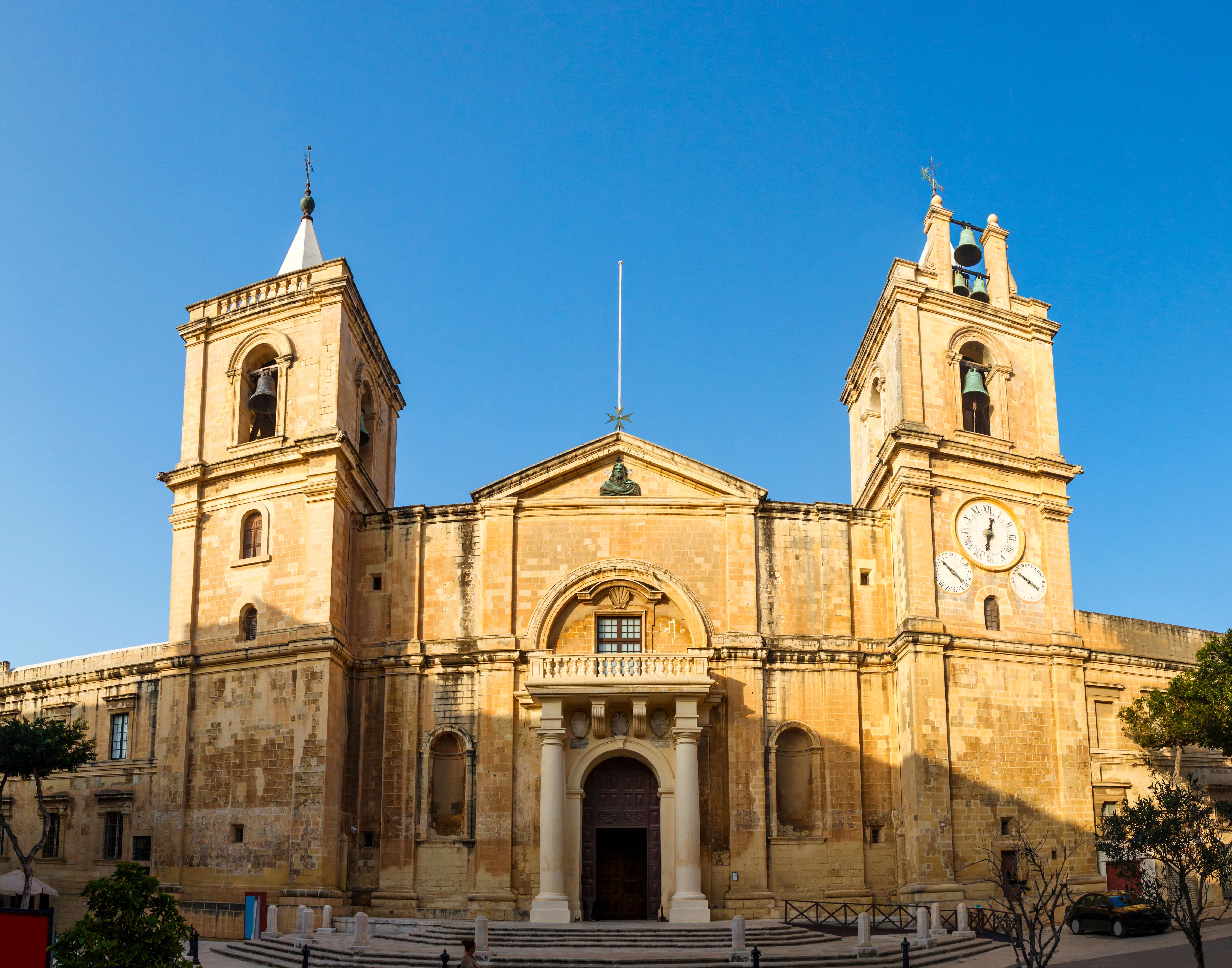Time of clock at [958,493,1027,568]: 12:31
